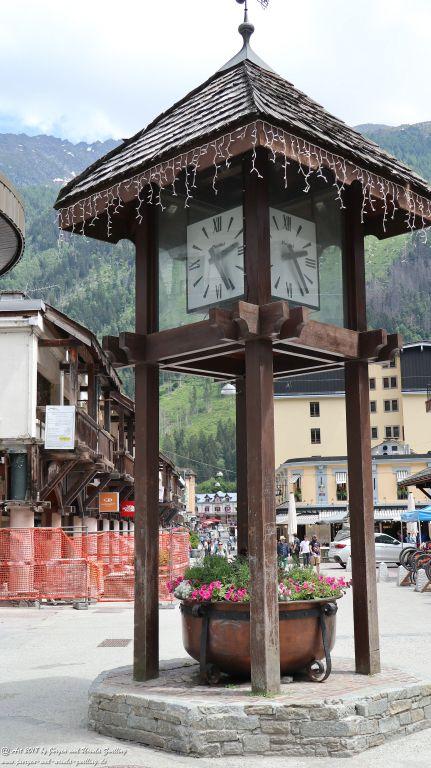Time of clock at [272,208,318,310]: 2:23
